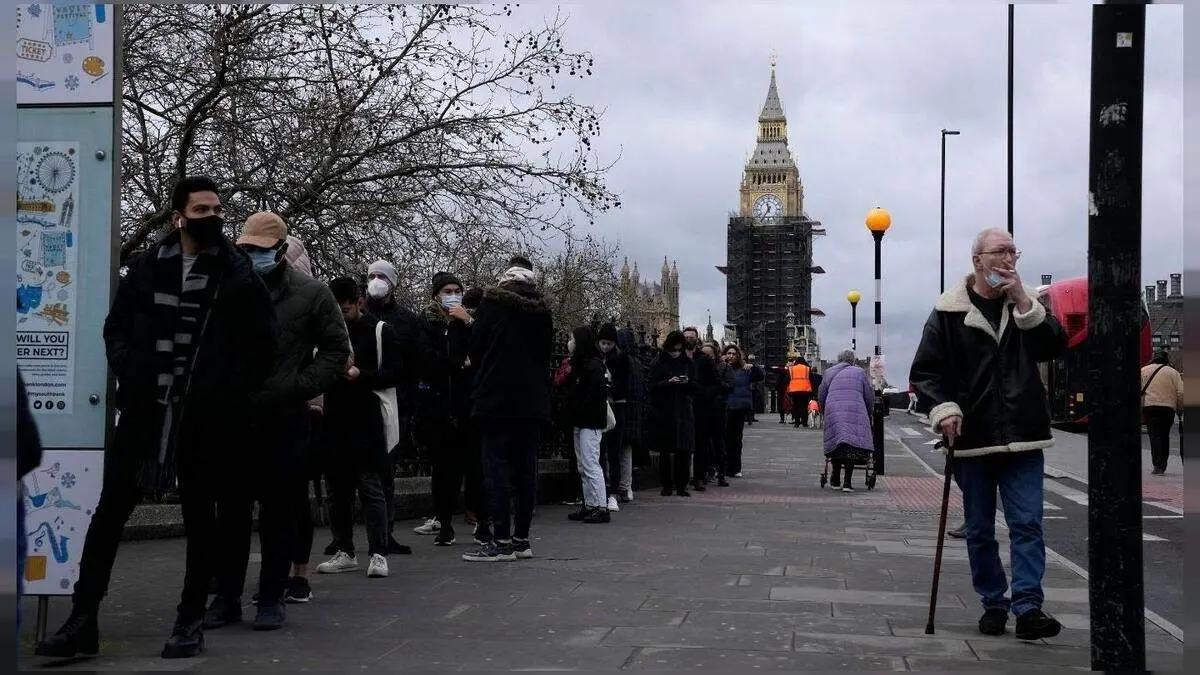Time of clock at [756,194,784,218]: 11:35
